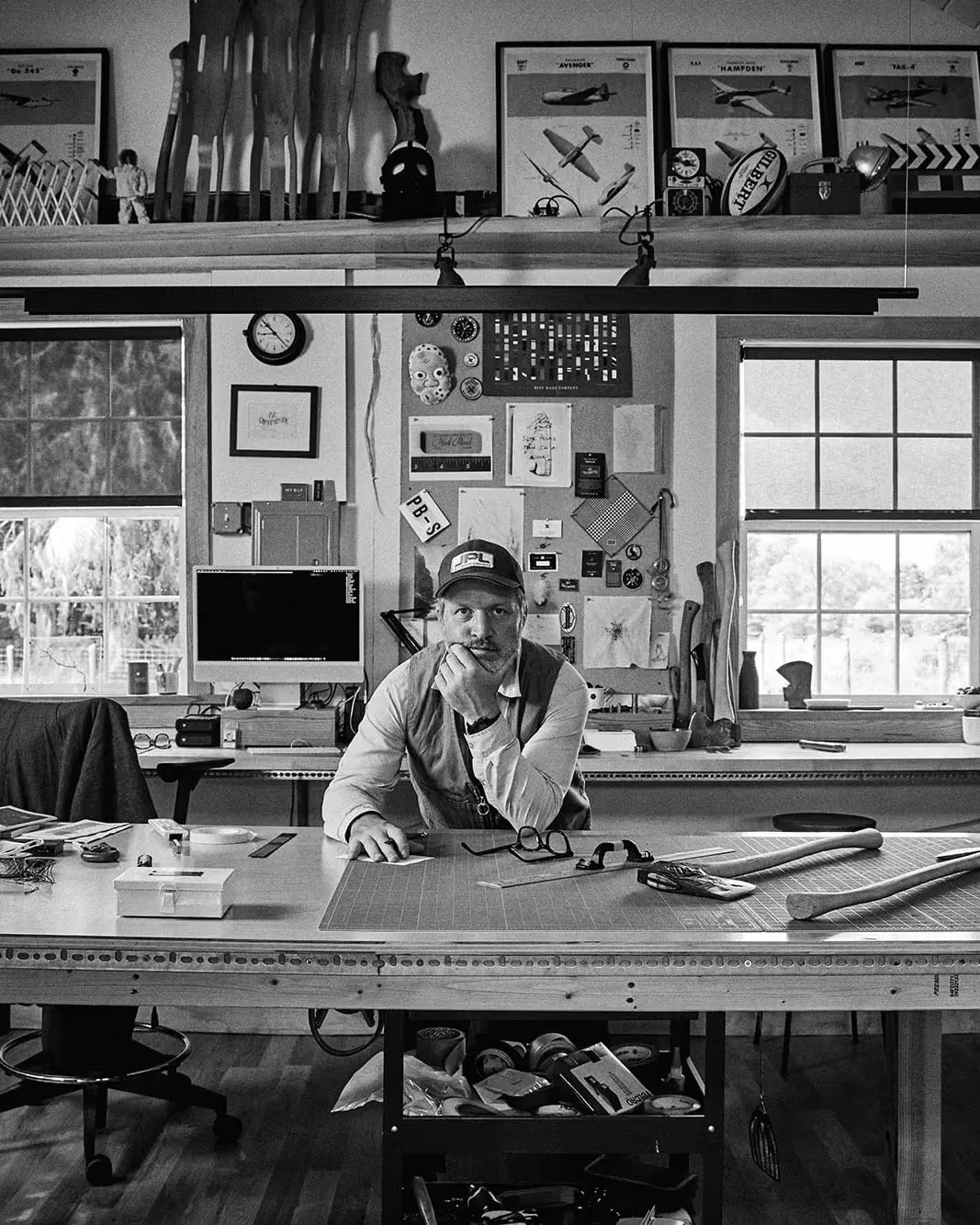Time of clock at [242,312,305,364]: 8:52
